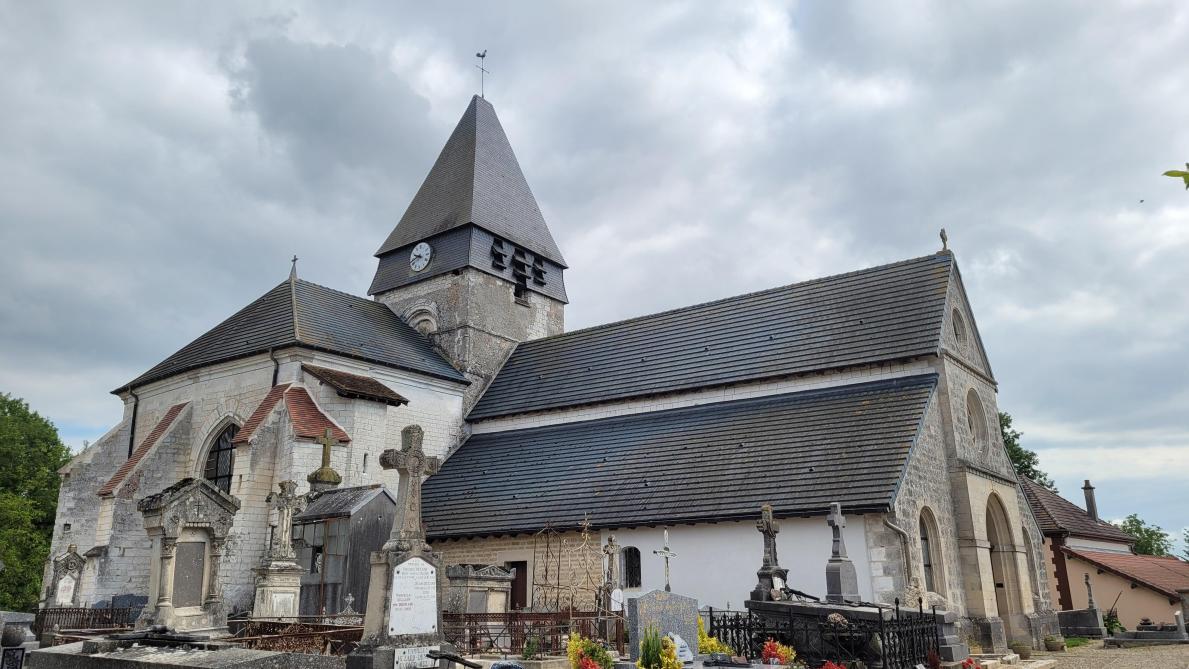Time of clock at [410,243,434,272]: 9:42
